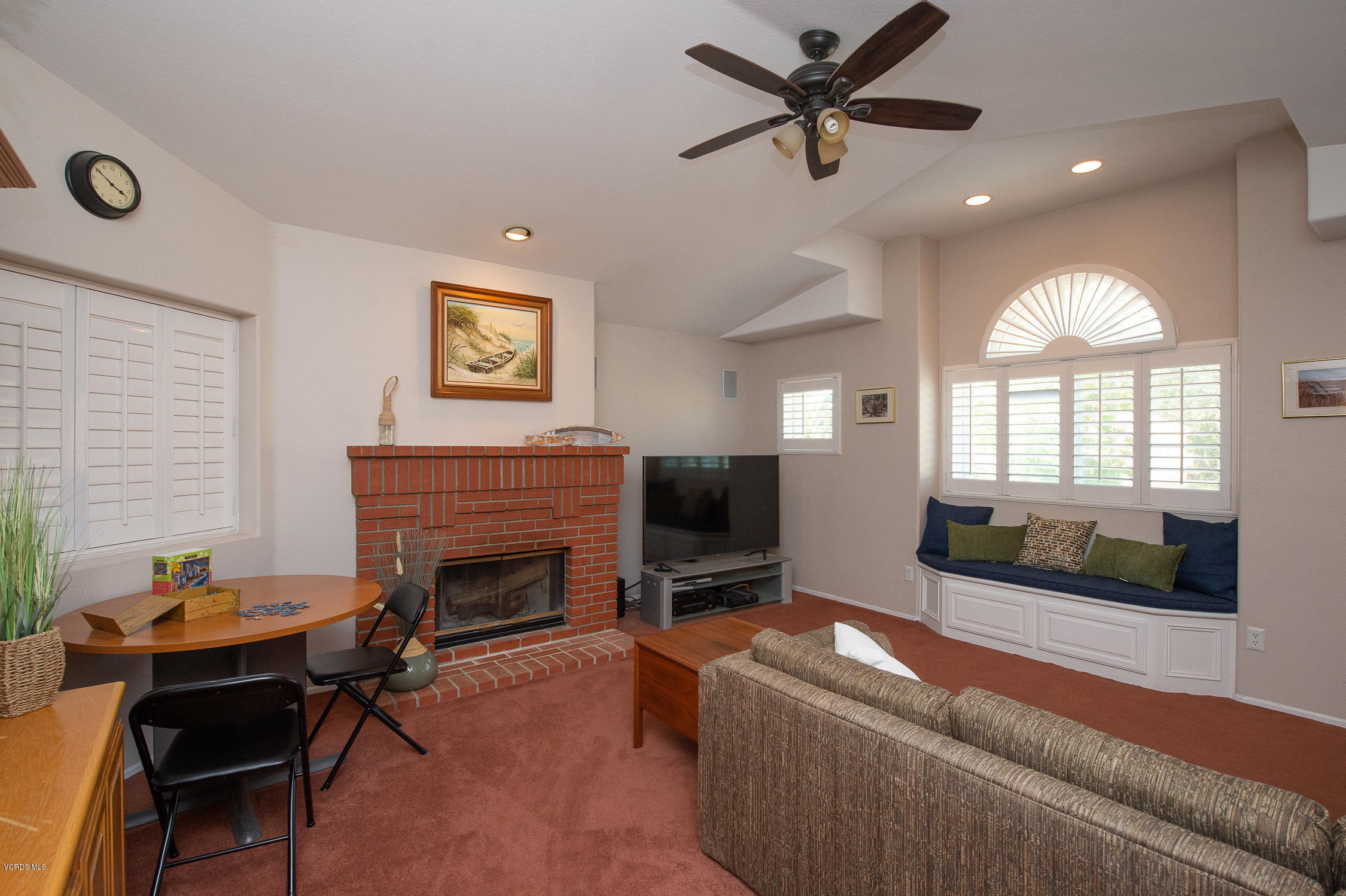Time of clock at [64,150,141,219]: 3:50
